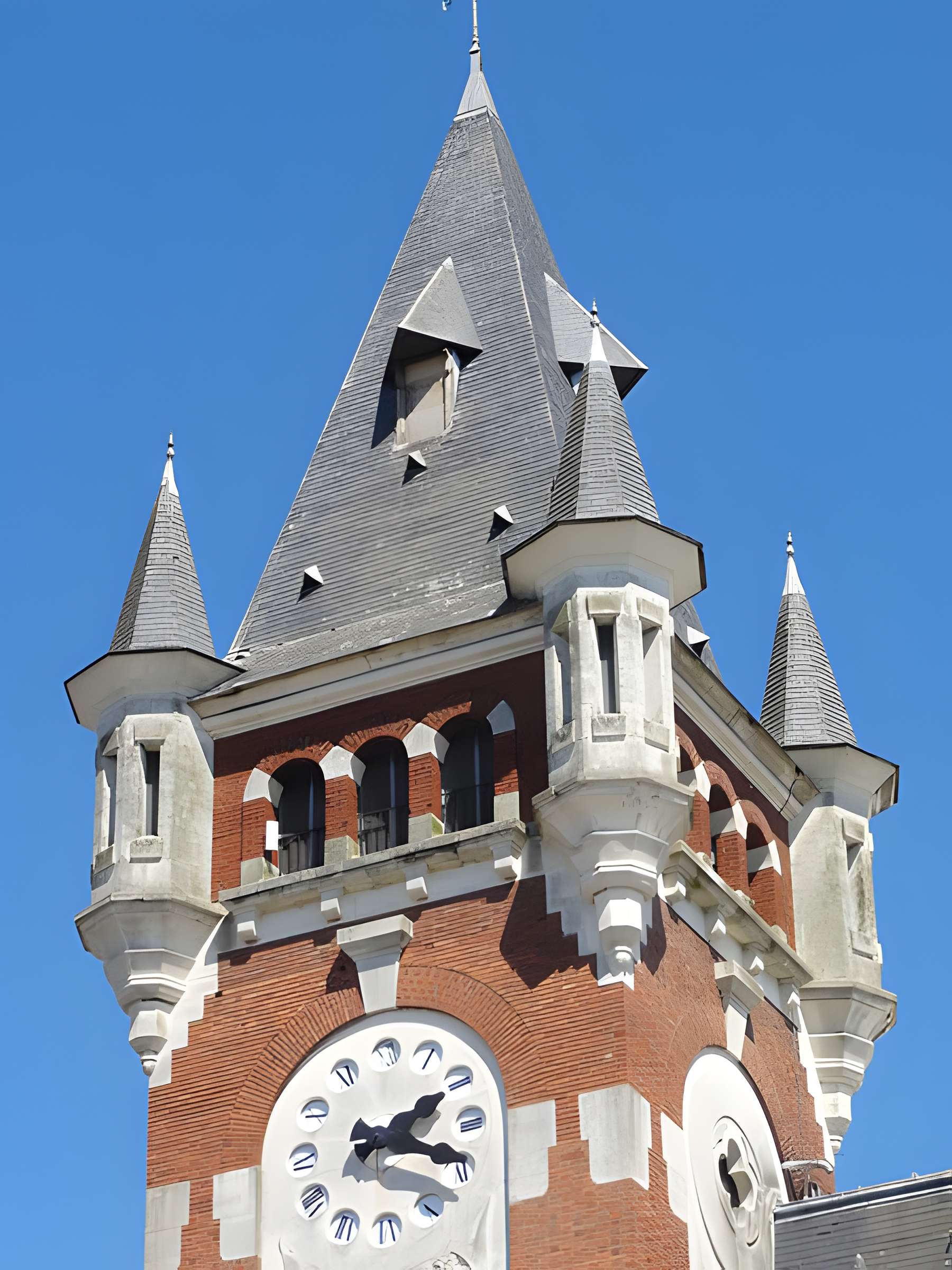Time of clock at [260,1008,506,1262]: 2:18
